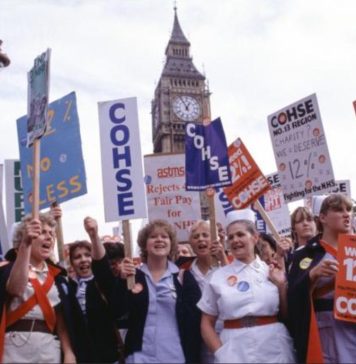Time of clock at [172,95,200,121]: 12:55
